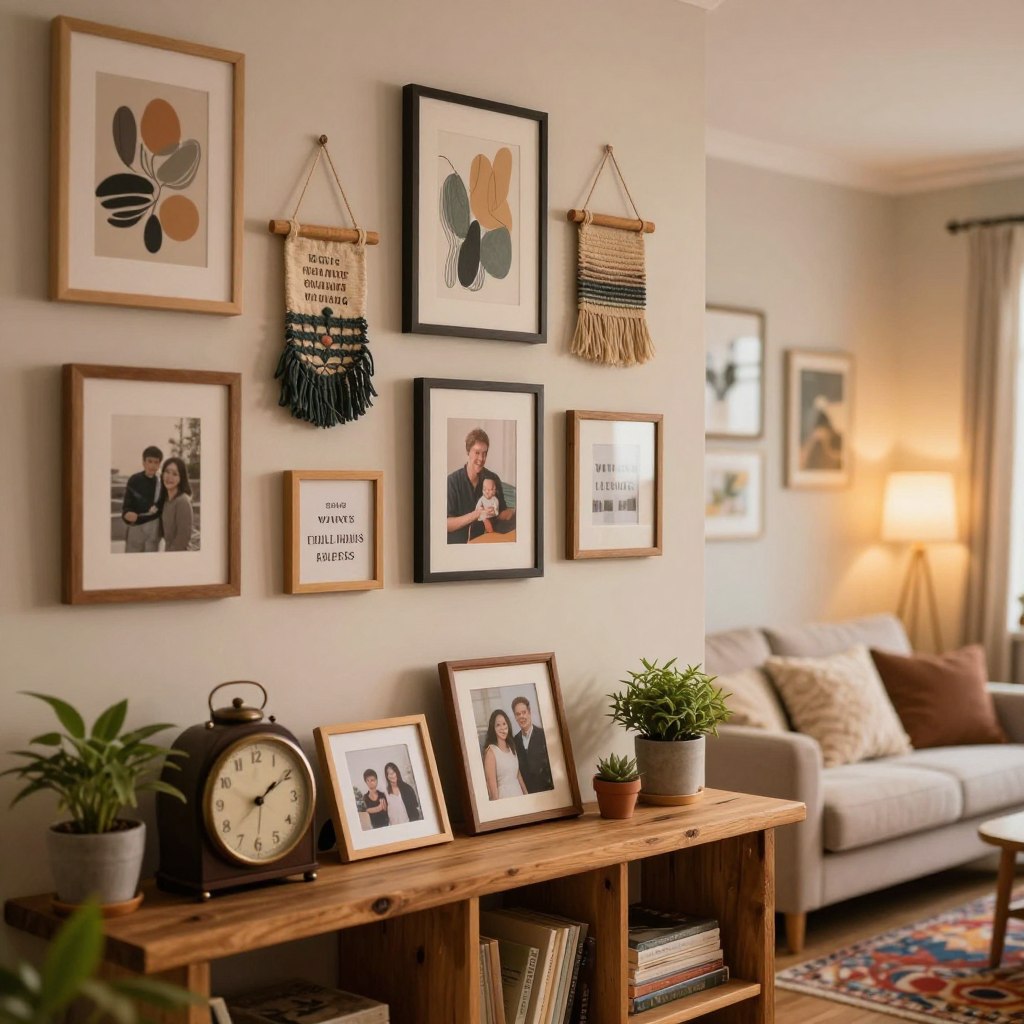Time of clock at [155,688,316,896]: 2:09
